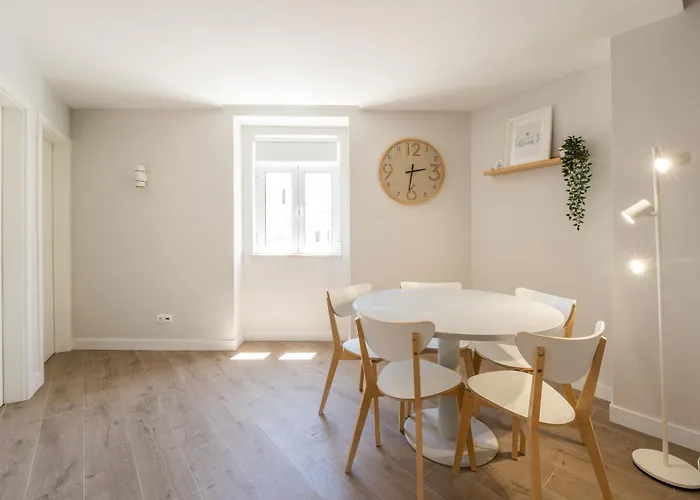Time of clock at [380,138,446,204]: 2:31
